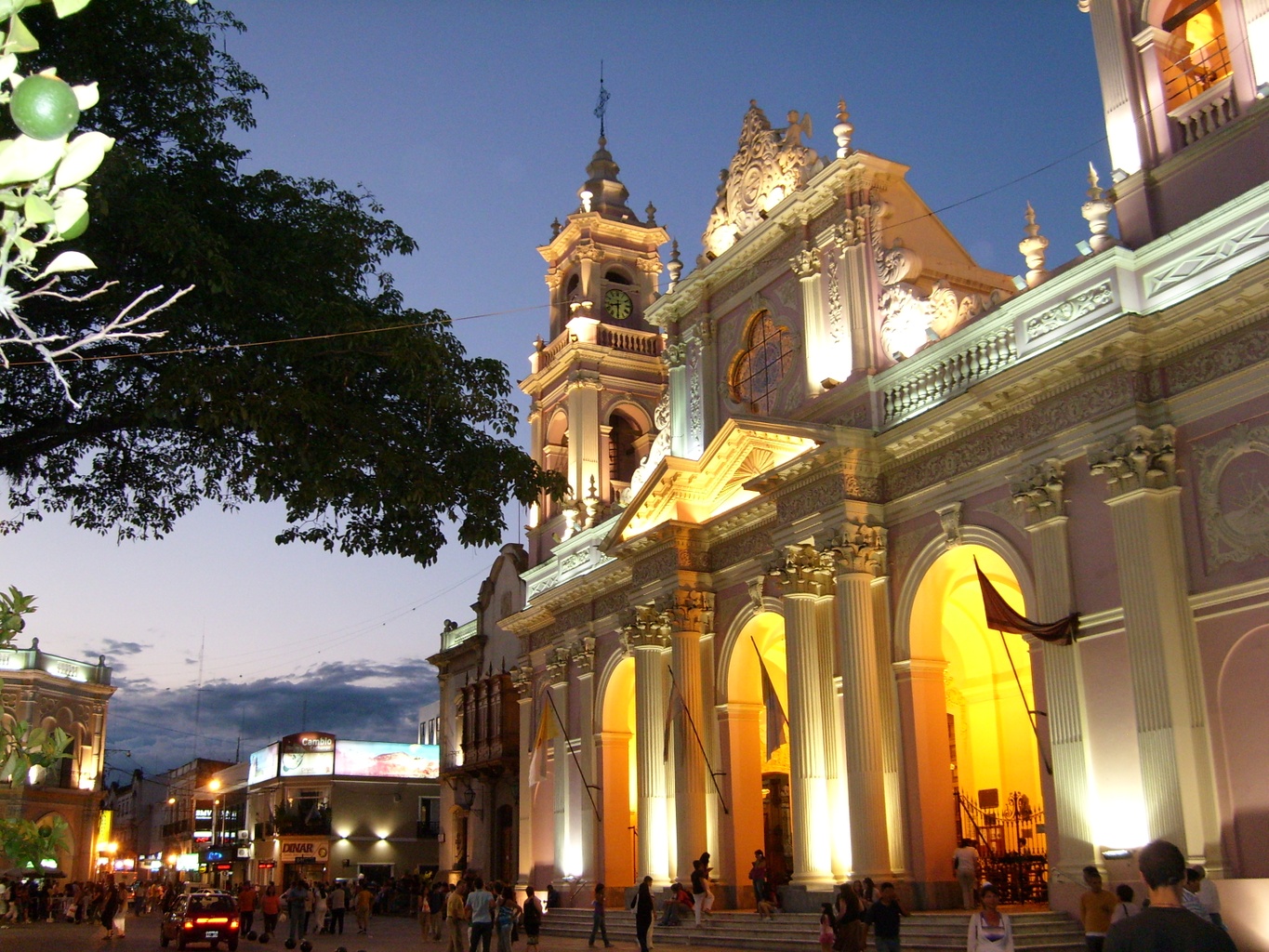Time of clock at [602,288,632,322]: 8:30
